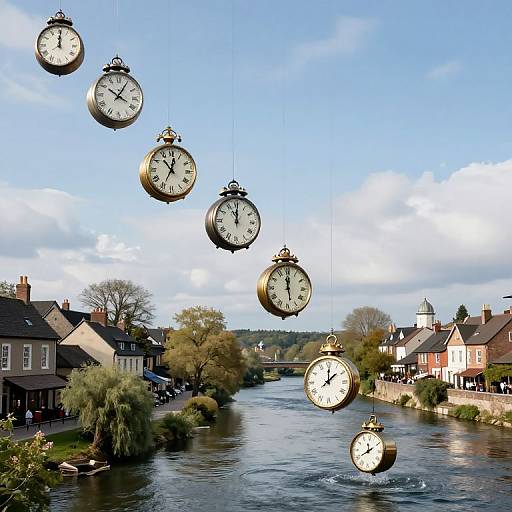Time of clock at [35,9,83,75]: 12:00
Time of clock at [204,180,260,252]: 12:00
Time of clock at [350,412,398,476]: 11:40
